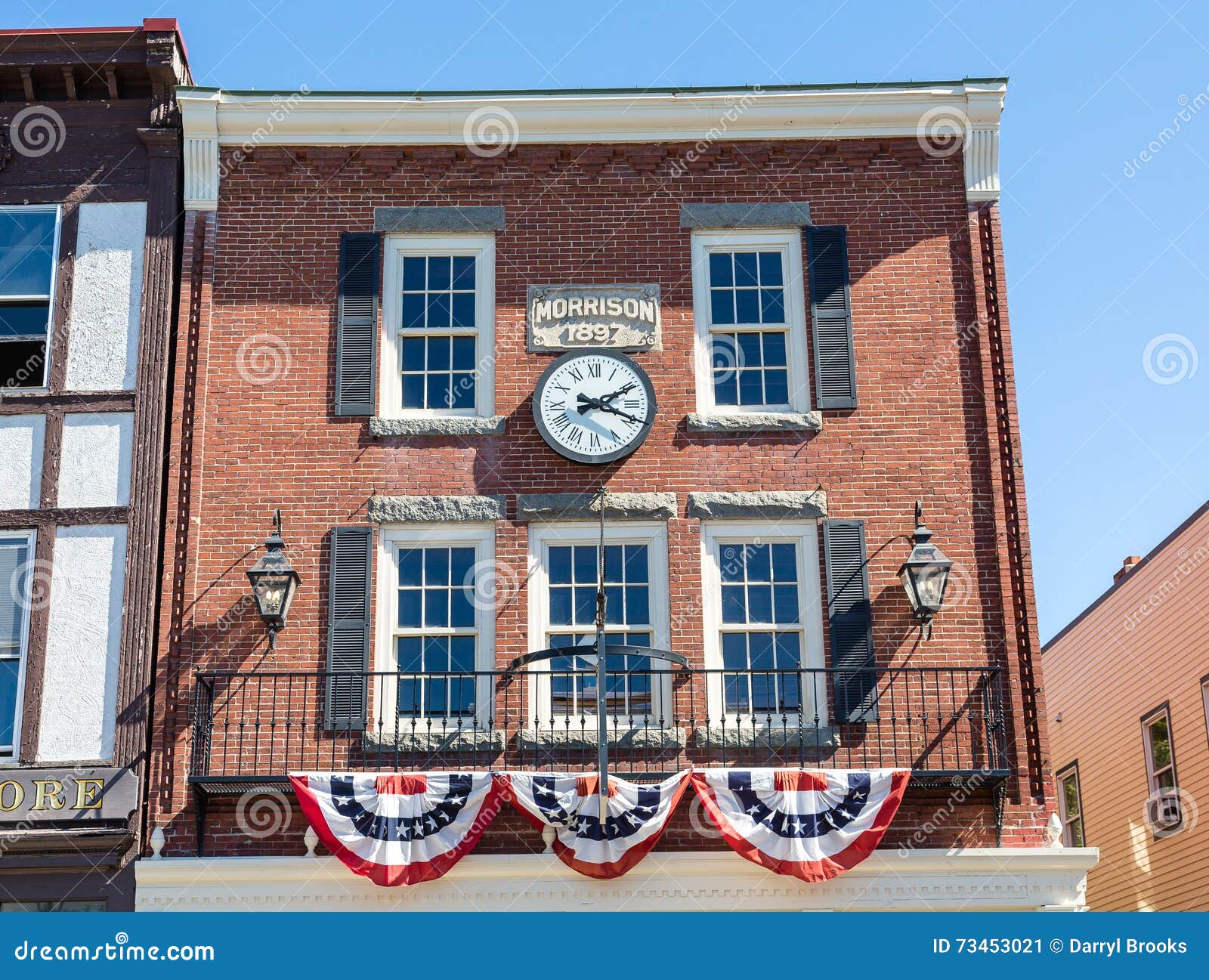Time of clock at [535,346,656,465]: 2:18
